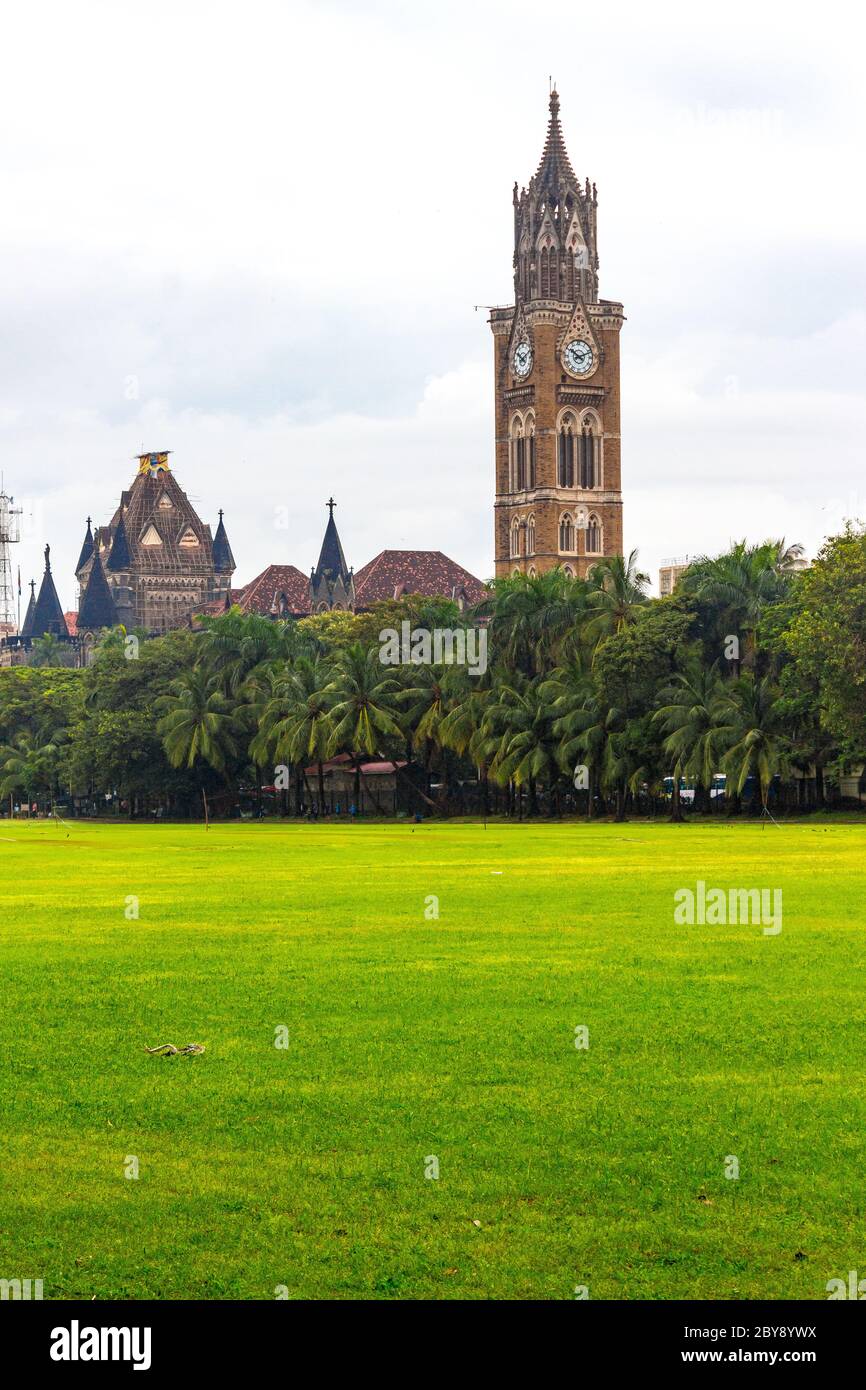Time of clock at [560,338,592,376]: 10:11
